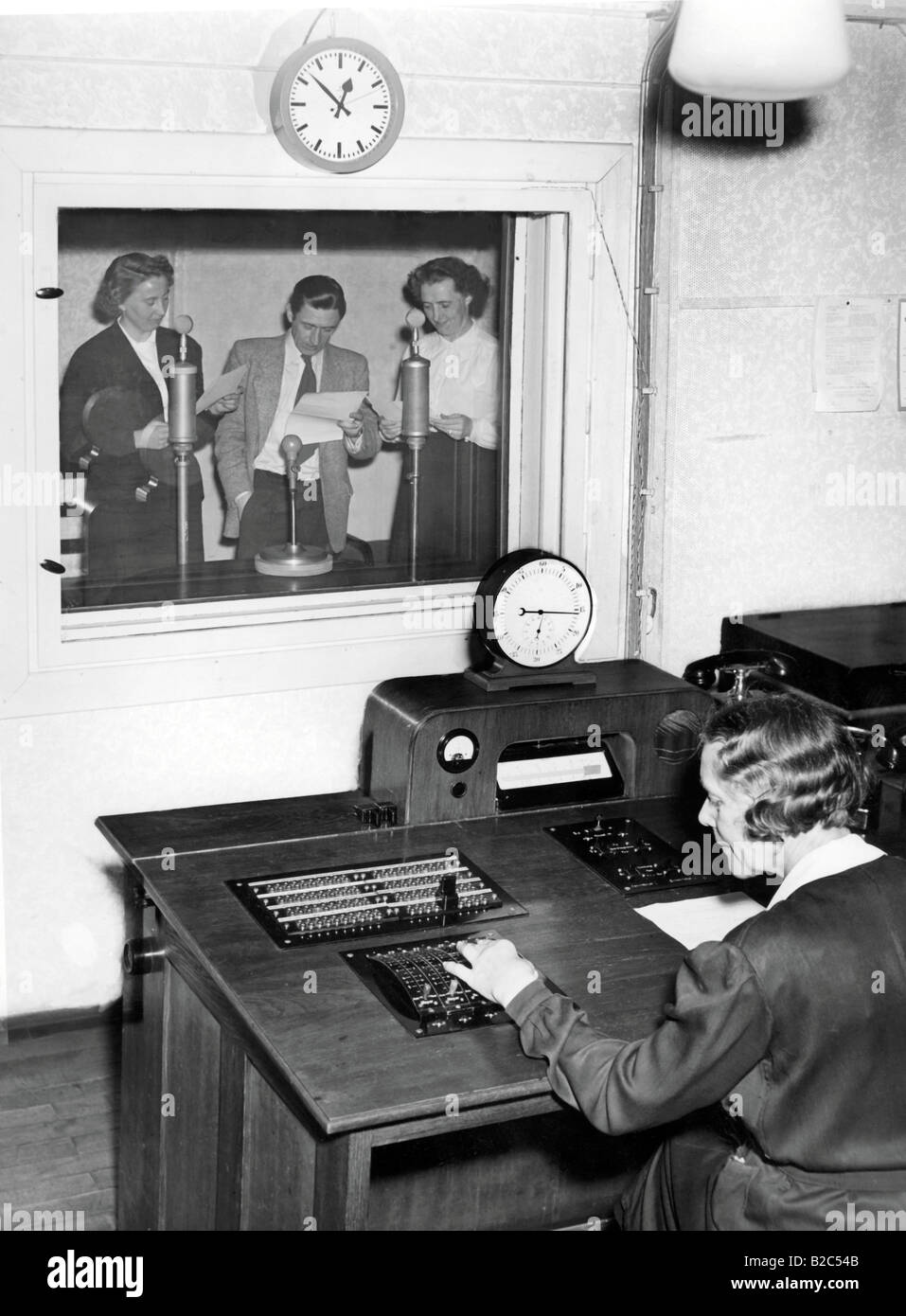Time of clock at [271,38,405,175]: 12:52
